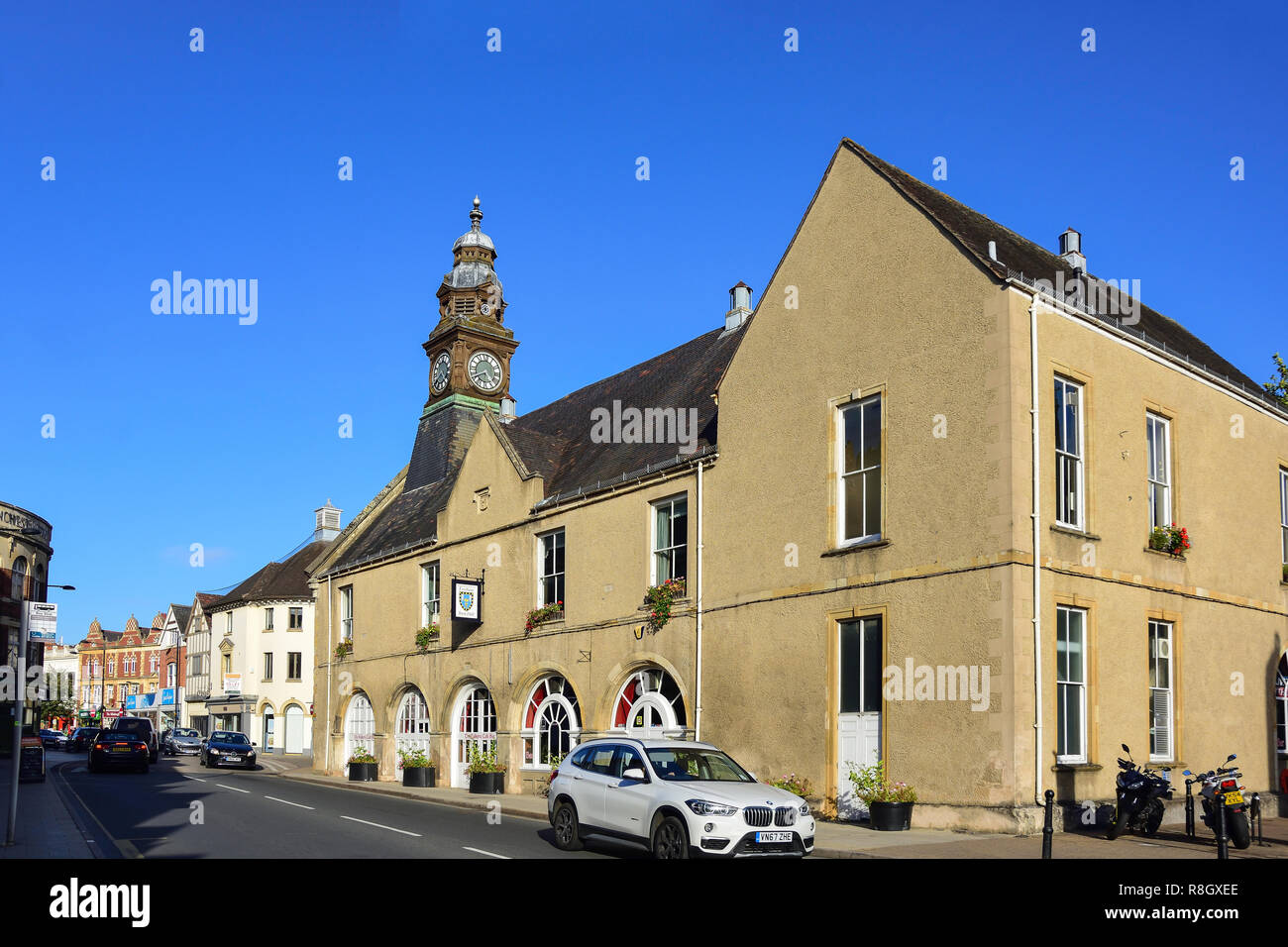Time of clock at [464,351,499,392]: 4:40
